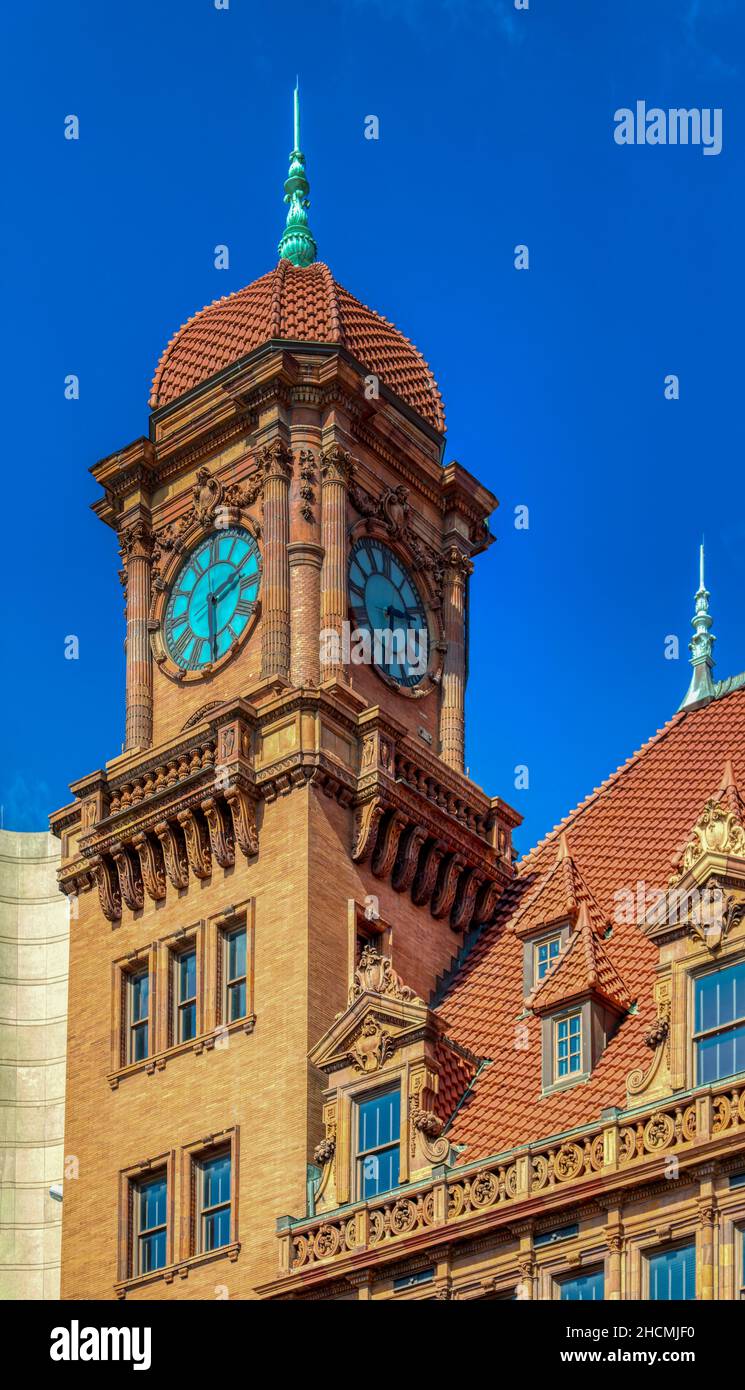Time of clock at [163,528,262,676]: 2:29
